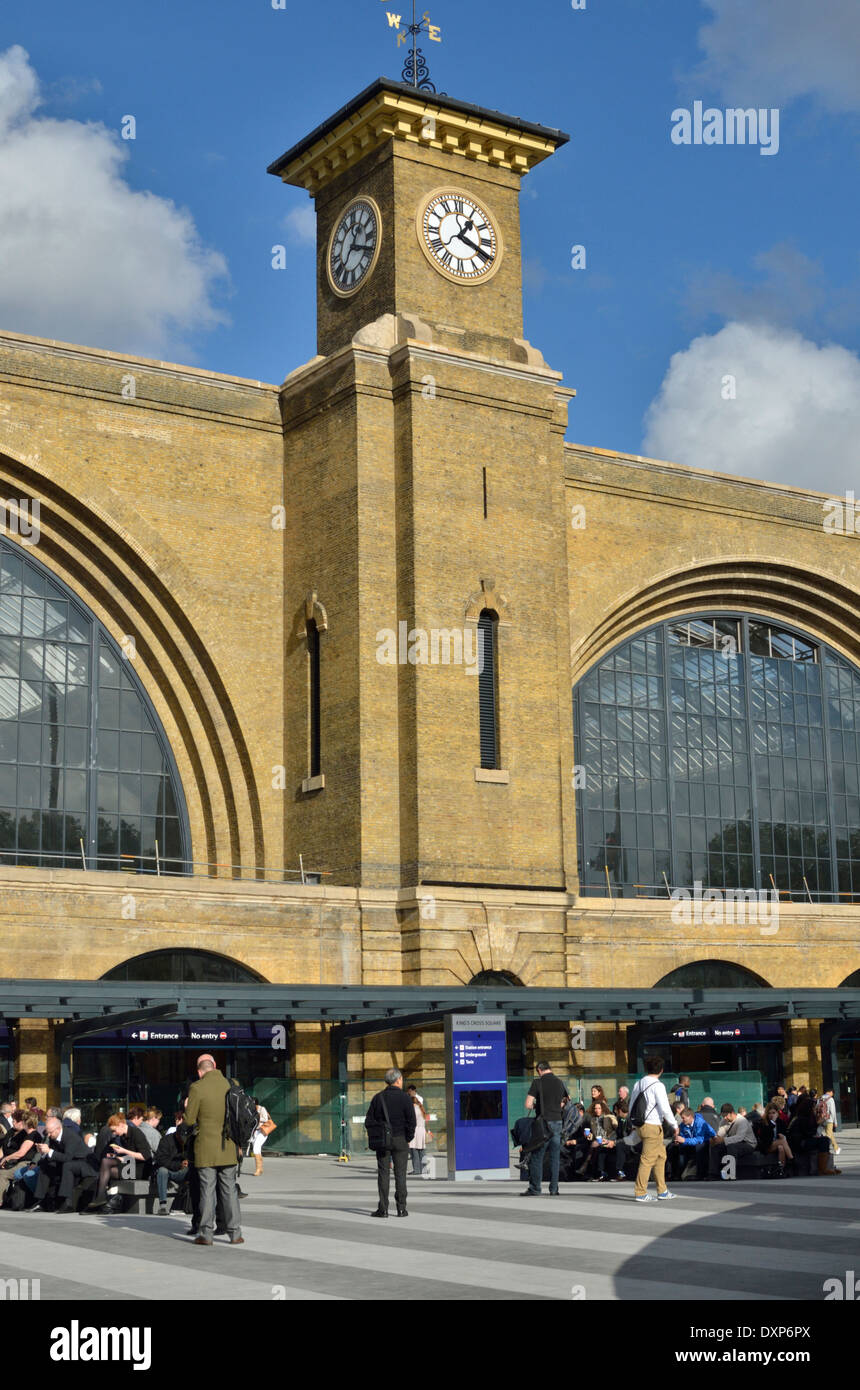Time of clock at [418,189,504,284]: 1:18
